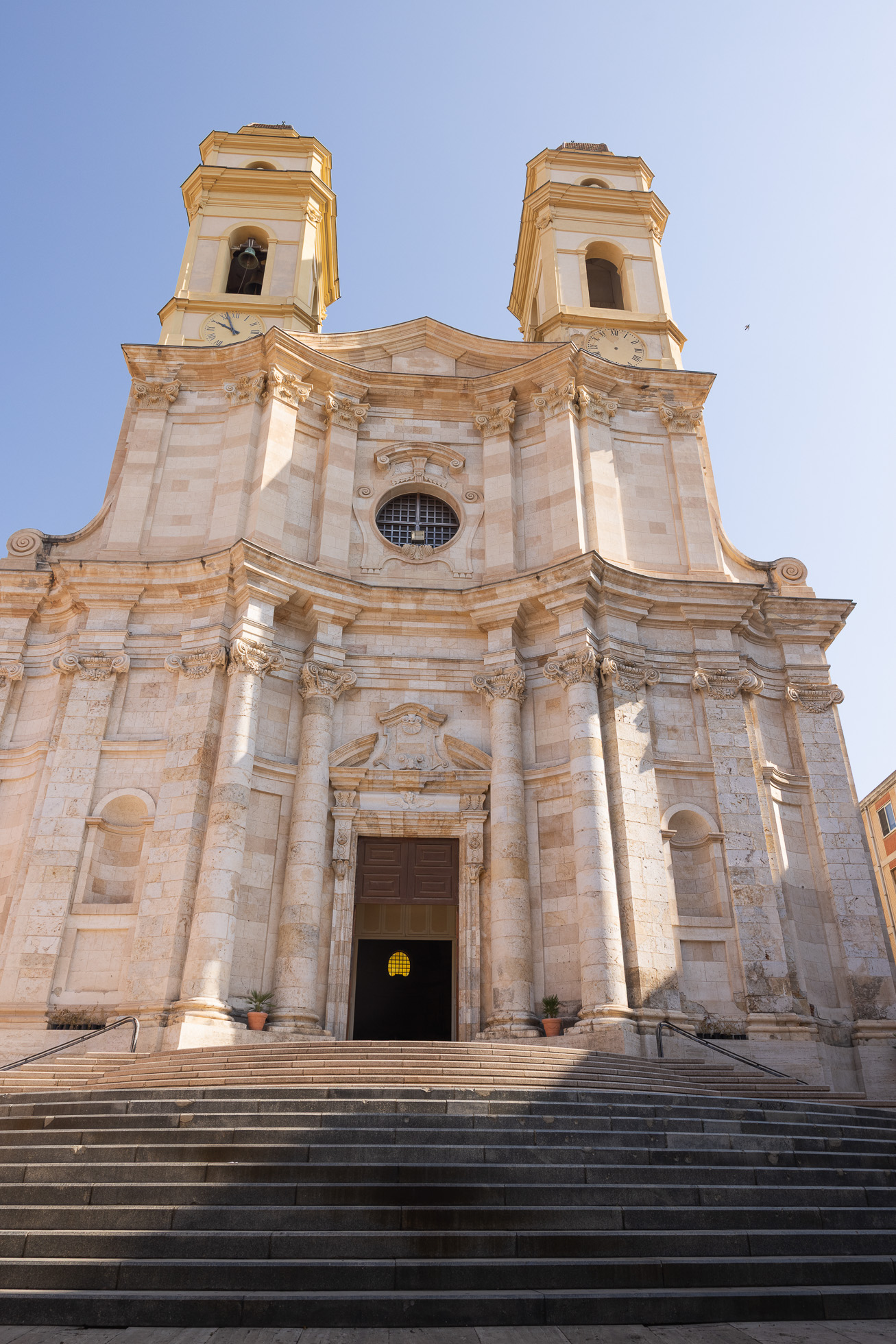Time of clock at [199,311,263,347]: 9:56
